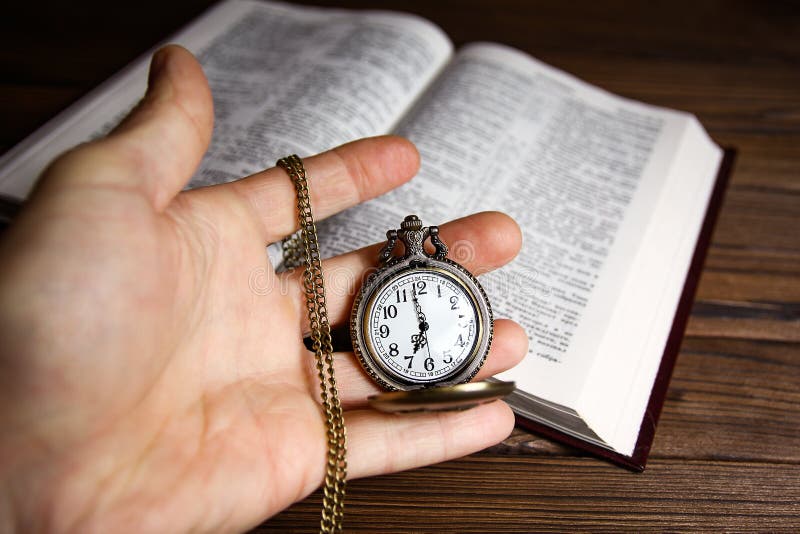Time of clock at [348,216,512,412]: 6:58
